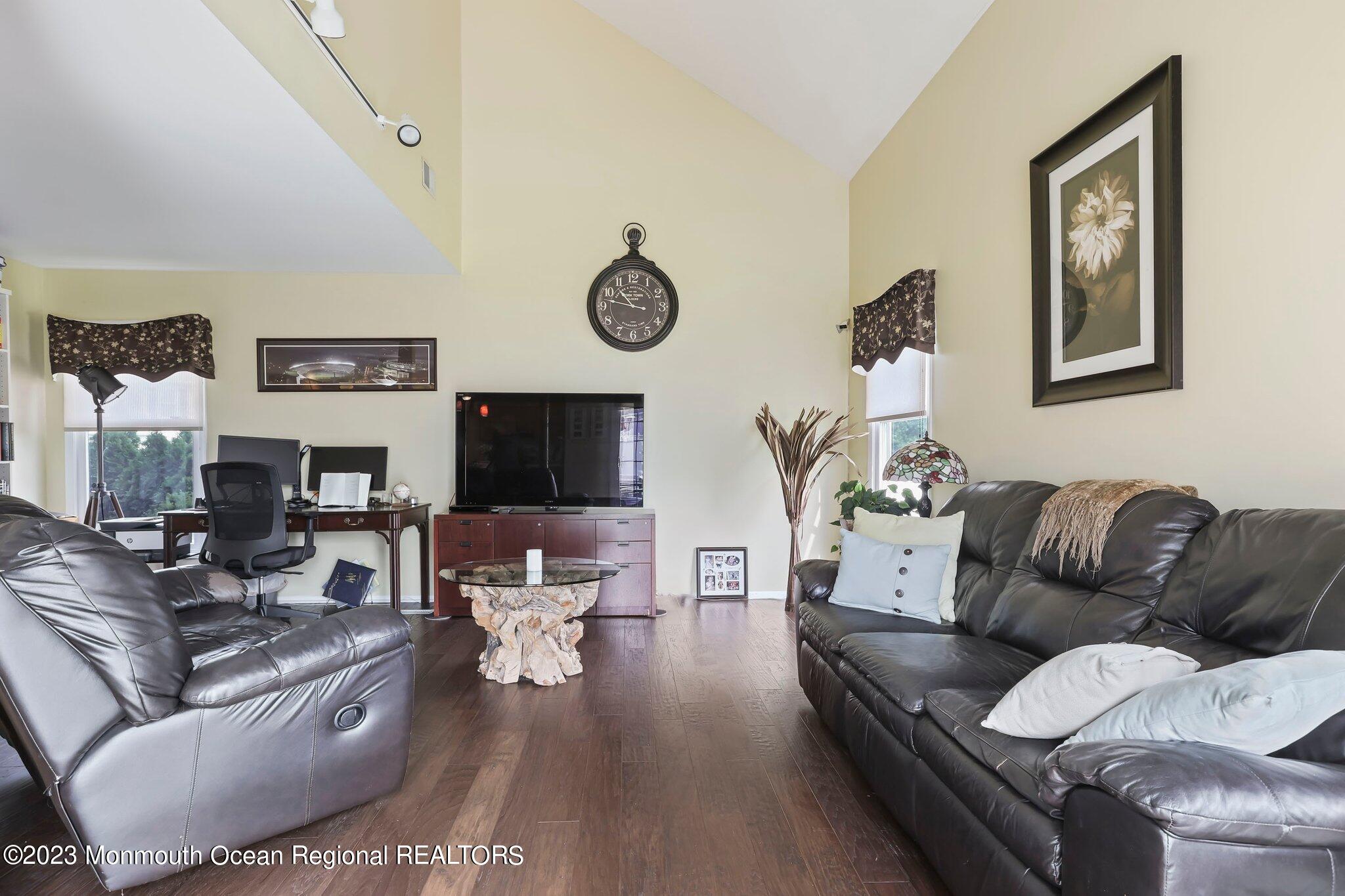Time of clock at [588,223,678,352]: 10:47
